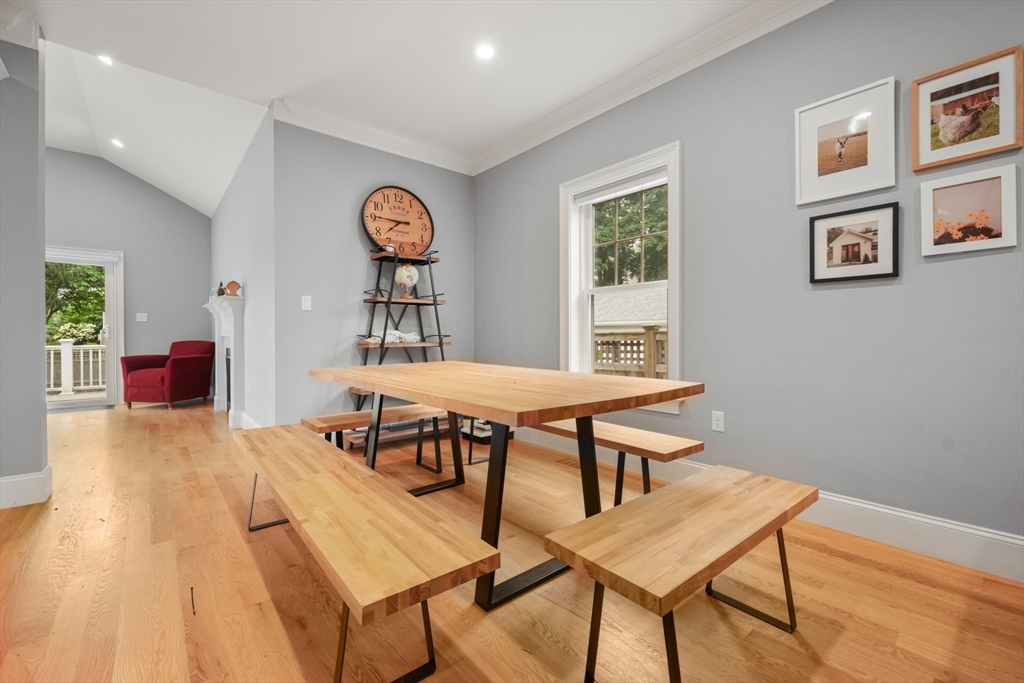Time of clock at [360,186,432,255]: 7:45
